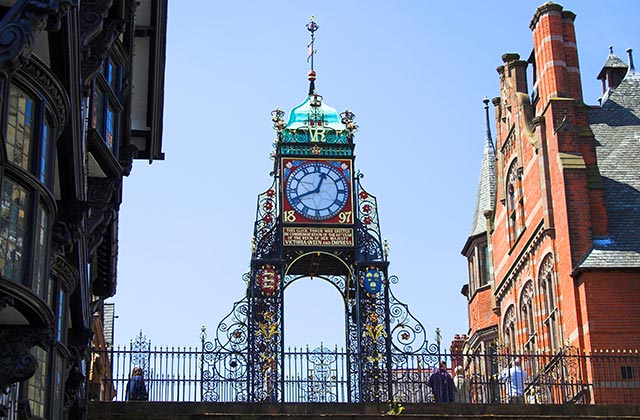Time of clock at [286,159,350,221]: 12:41
